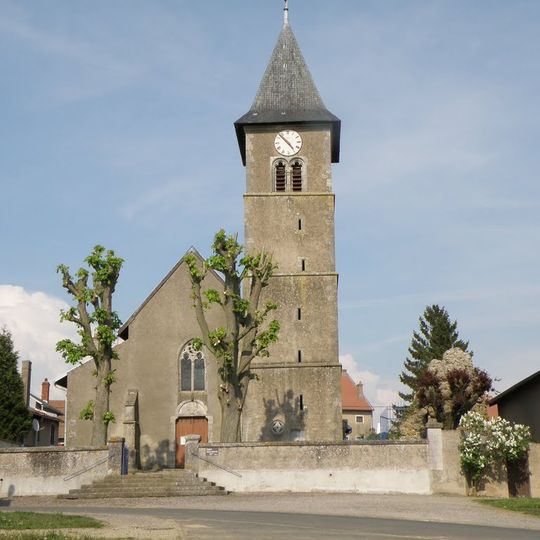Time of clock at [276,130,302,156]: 4:52
